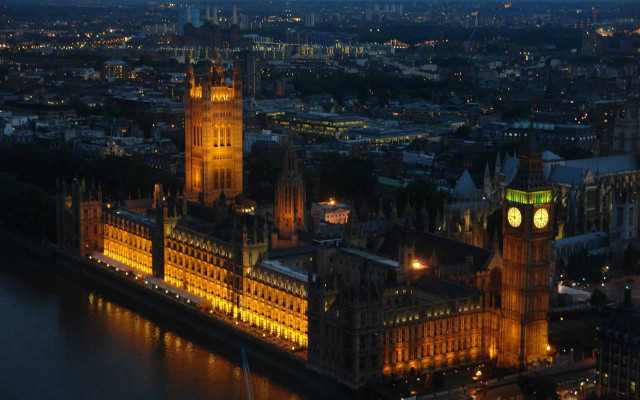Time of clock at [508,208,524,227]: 8:59
